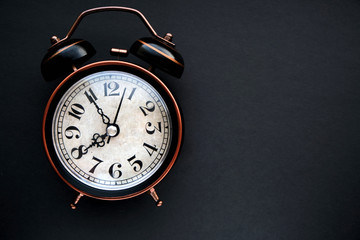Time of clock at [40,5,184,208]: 7:54
